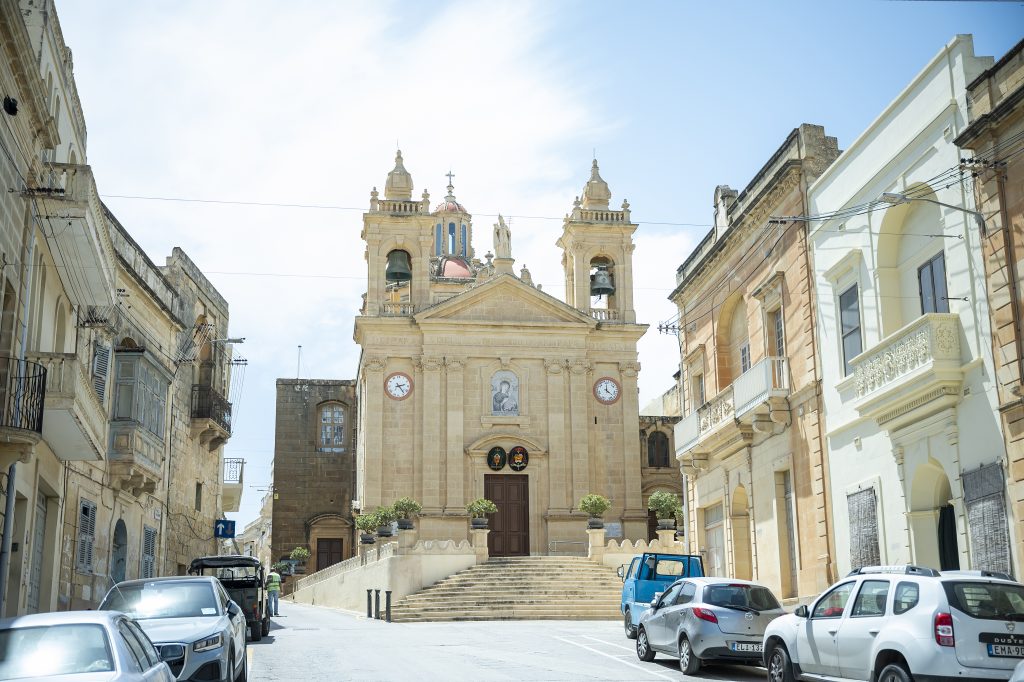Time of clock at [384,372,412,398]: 2:23
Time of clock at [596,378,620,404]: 4:01
